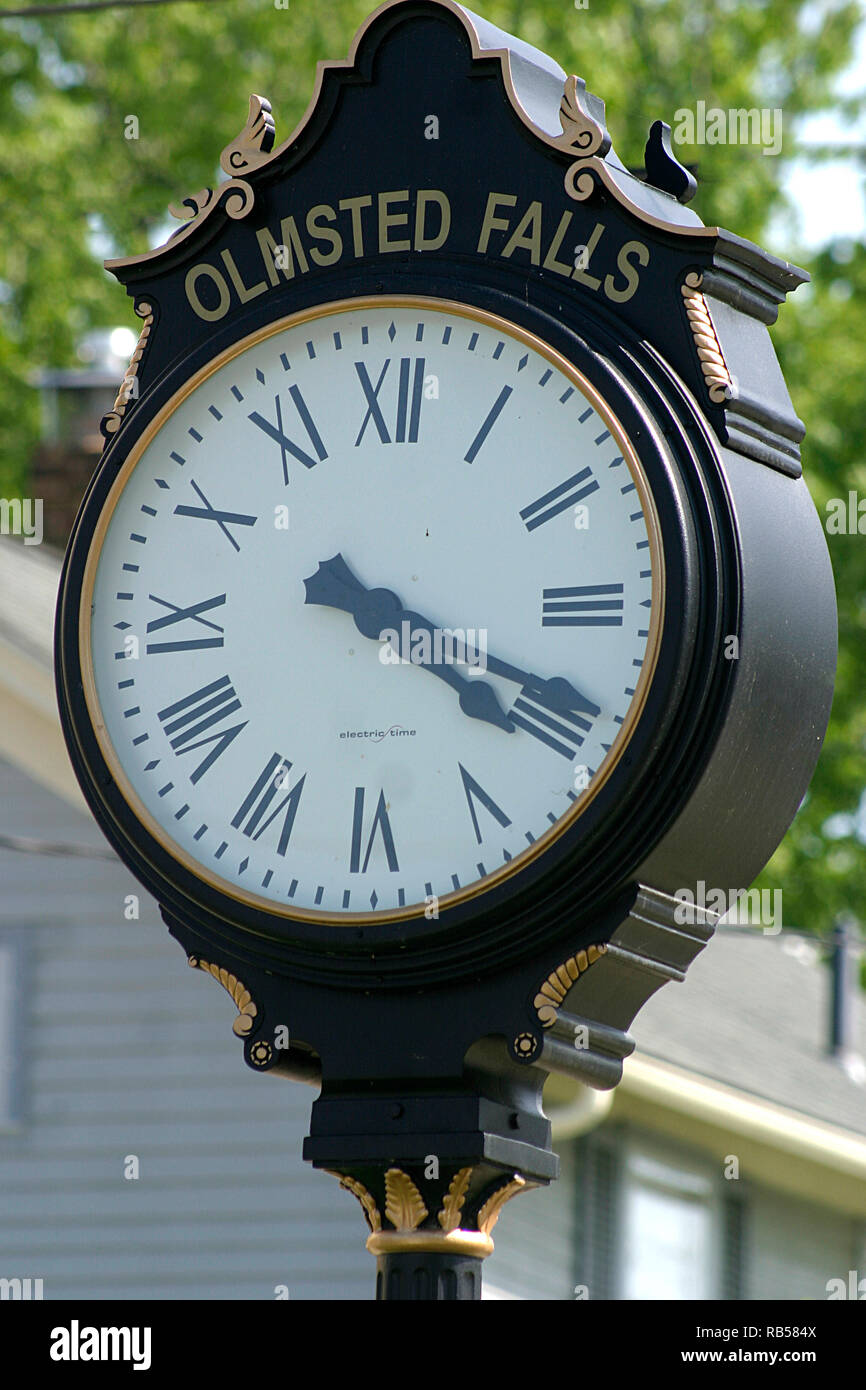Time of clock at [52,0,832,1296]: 4:19
